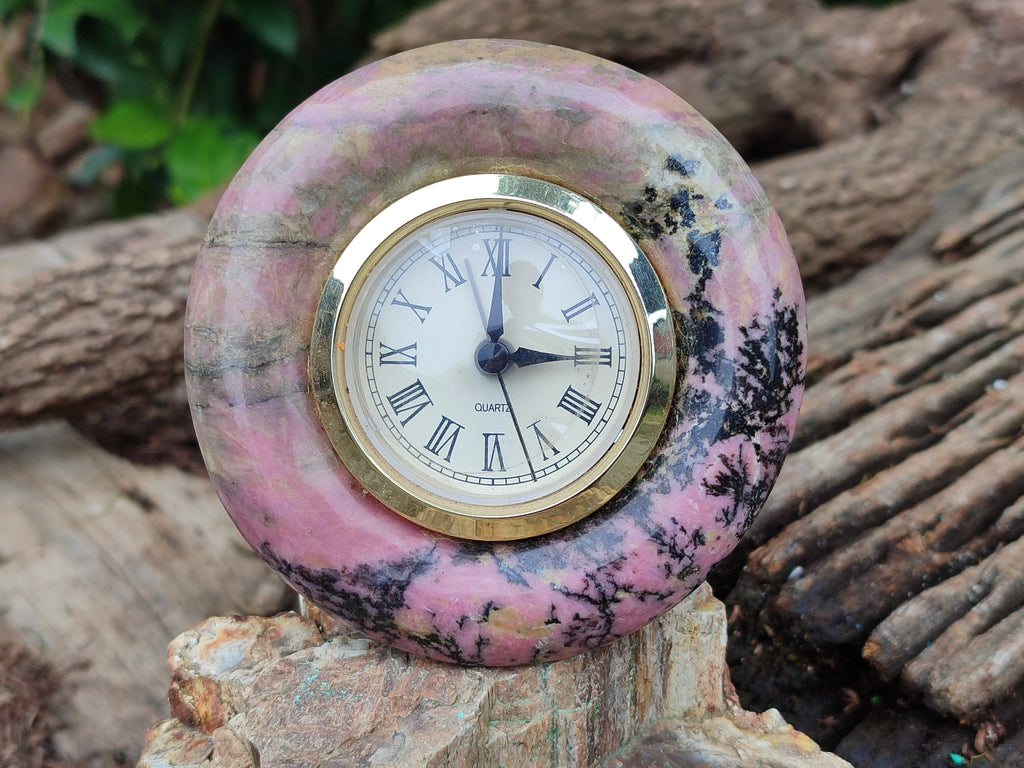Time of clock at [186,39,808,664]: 3:00
